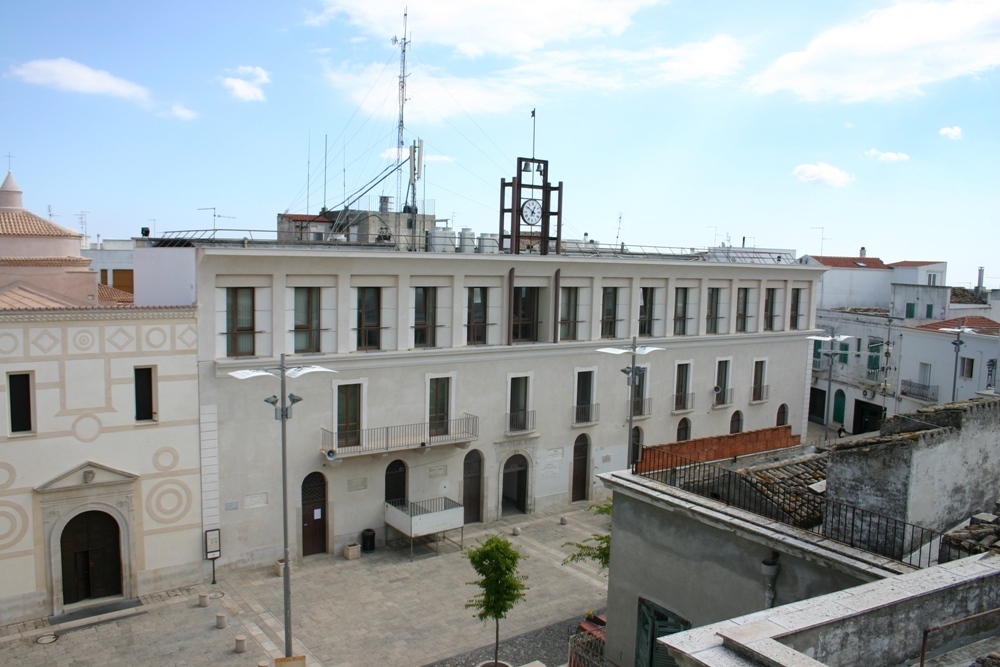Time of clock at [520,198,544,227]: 12:51
